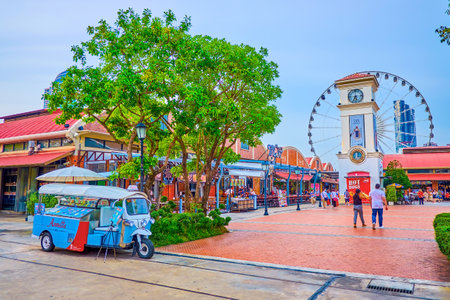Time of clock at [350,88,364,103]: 5:34
